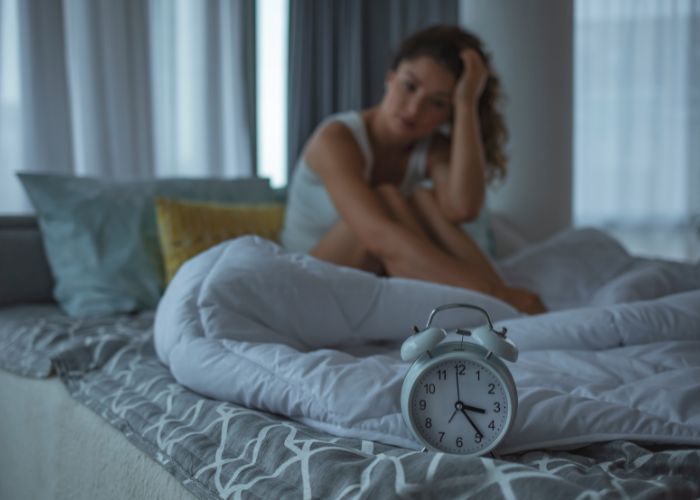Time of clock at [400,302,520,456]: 3:23
